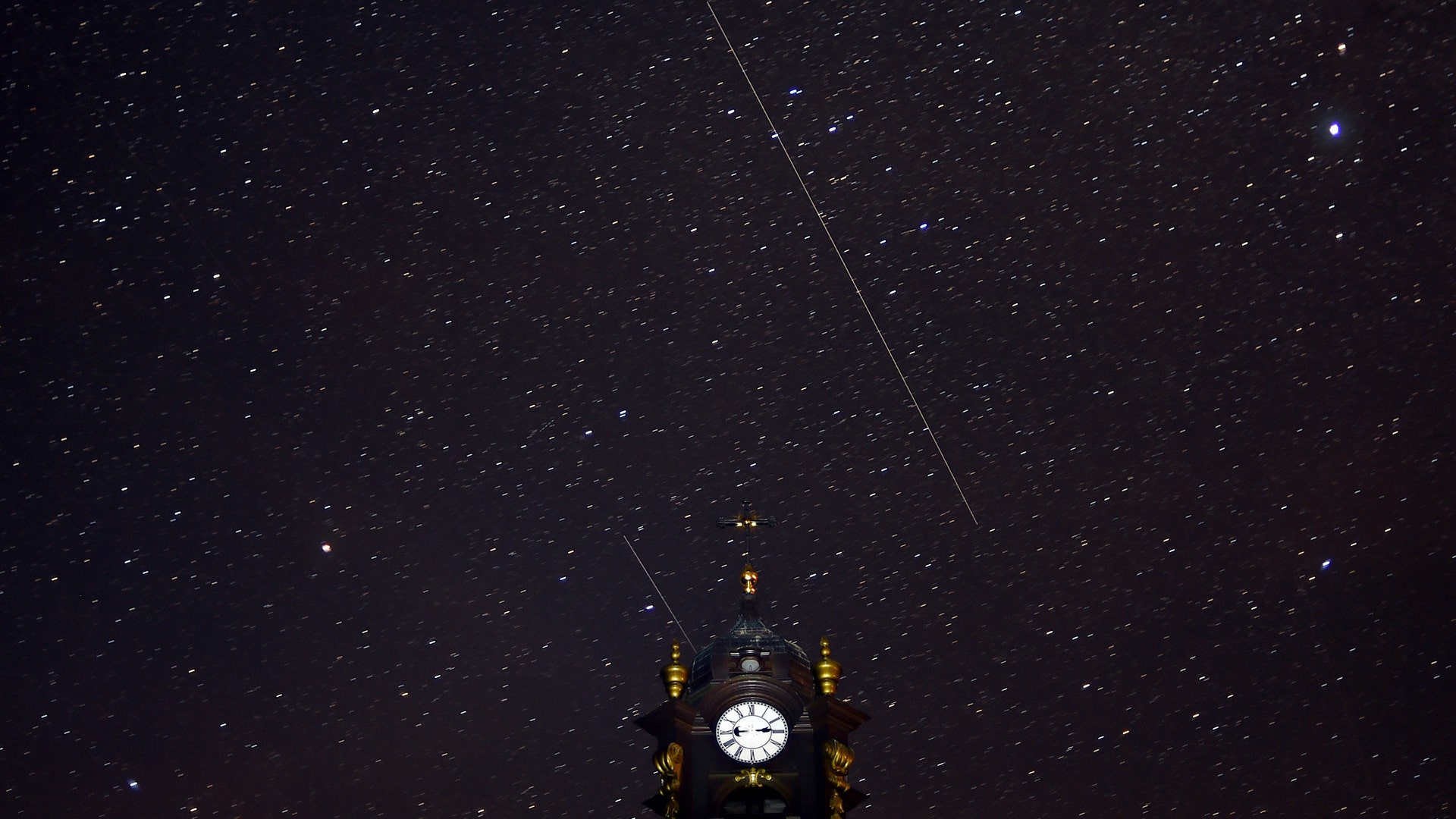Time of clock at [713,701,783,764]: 2:44
